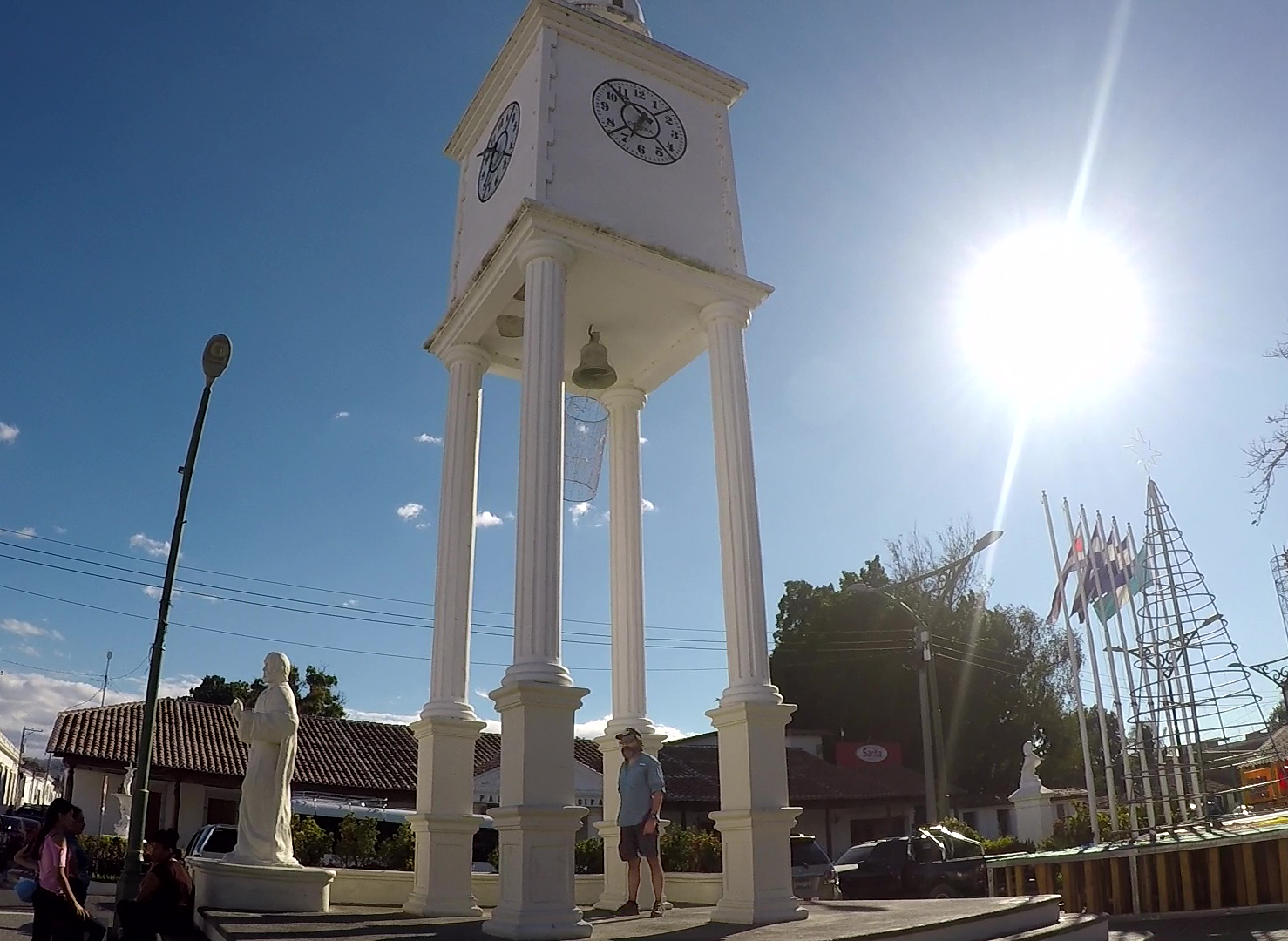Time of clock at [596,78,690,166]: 6:52
